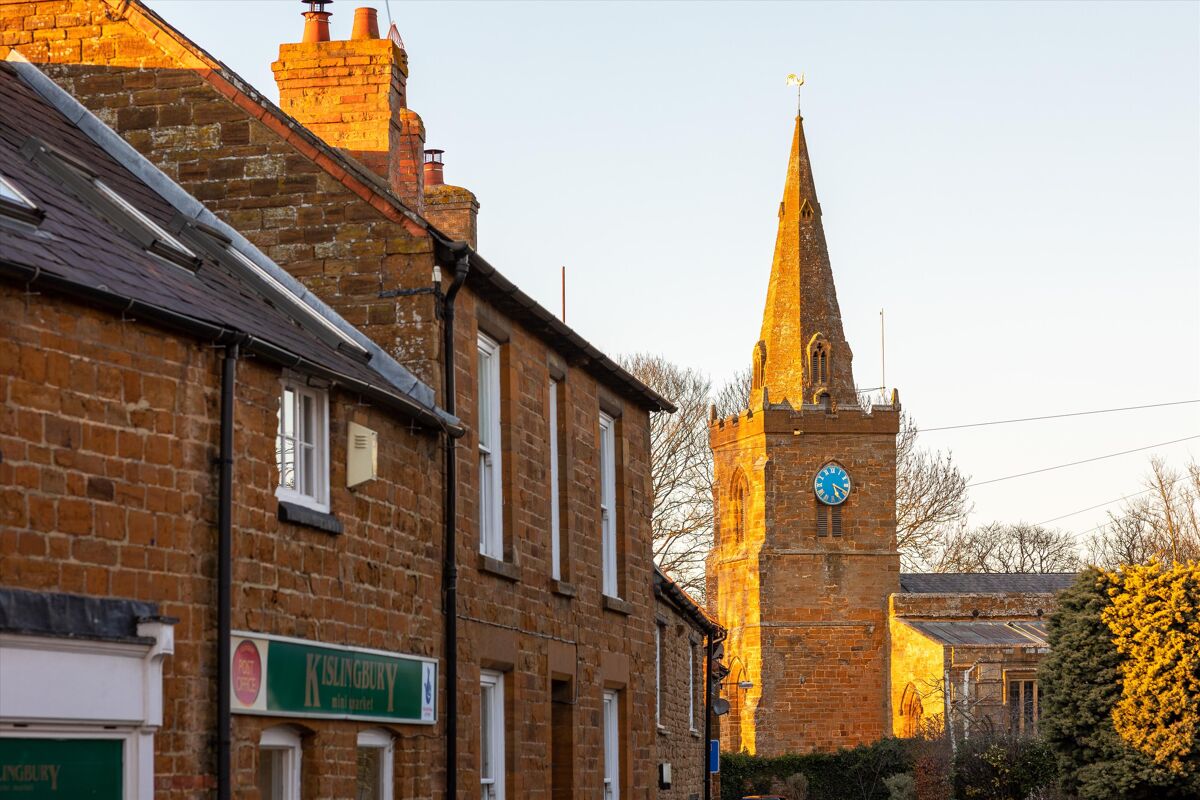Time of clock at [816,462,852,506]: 5:19
